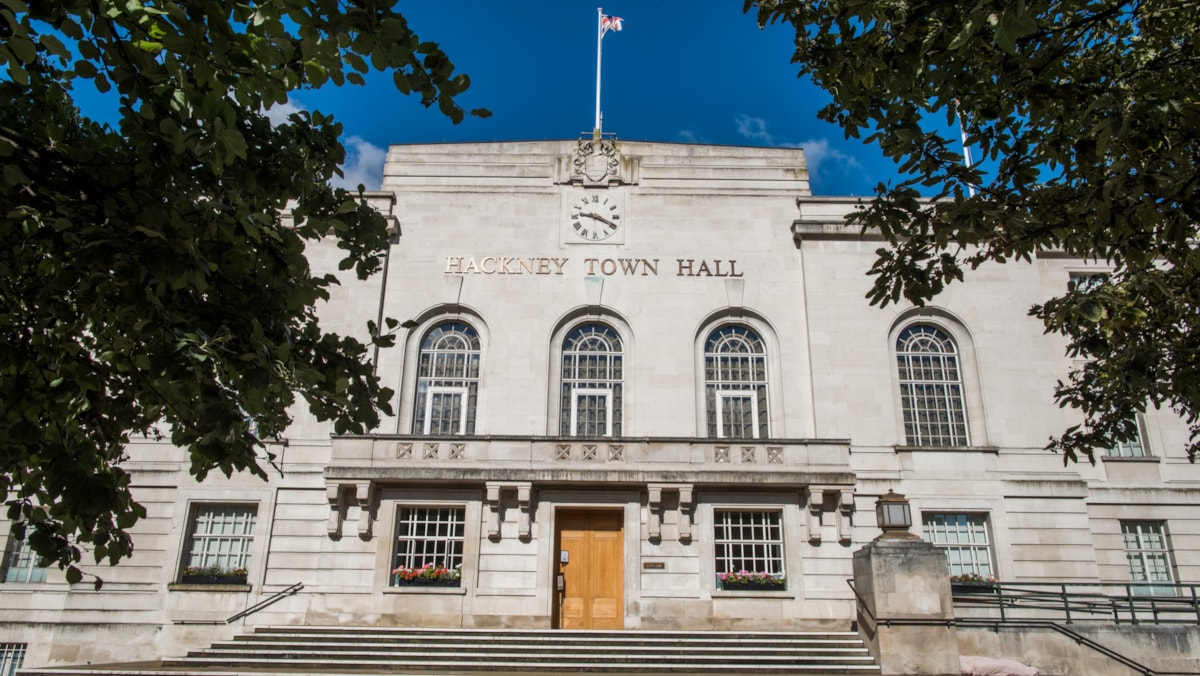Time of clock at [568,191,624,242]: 9:19
